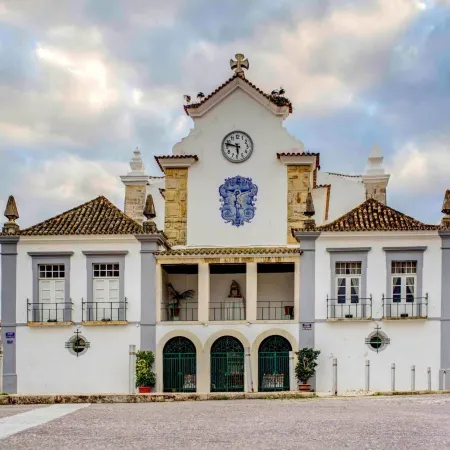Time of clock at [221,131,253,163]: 5:47
